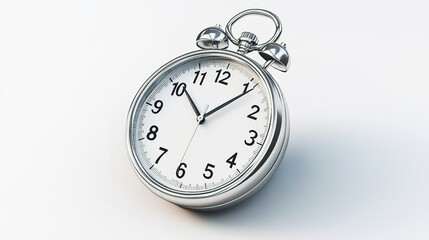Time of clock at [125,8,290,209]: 10:06
